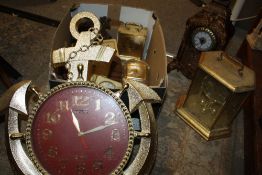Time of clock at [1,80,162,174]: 11:11
